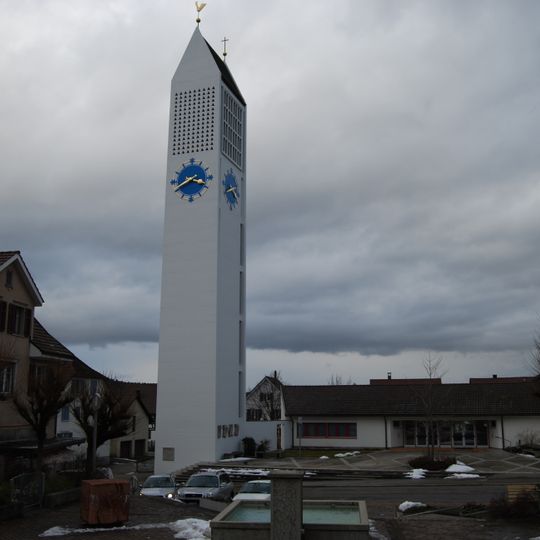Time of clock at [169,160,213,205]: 3:40
